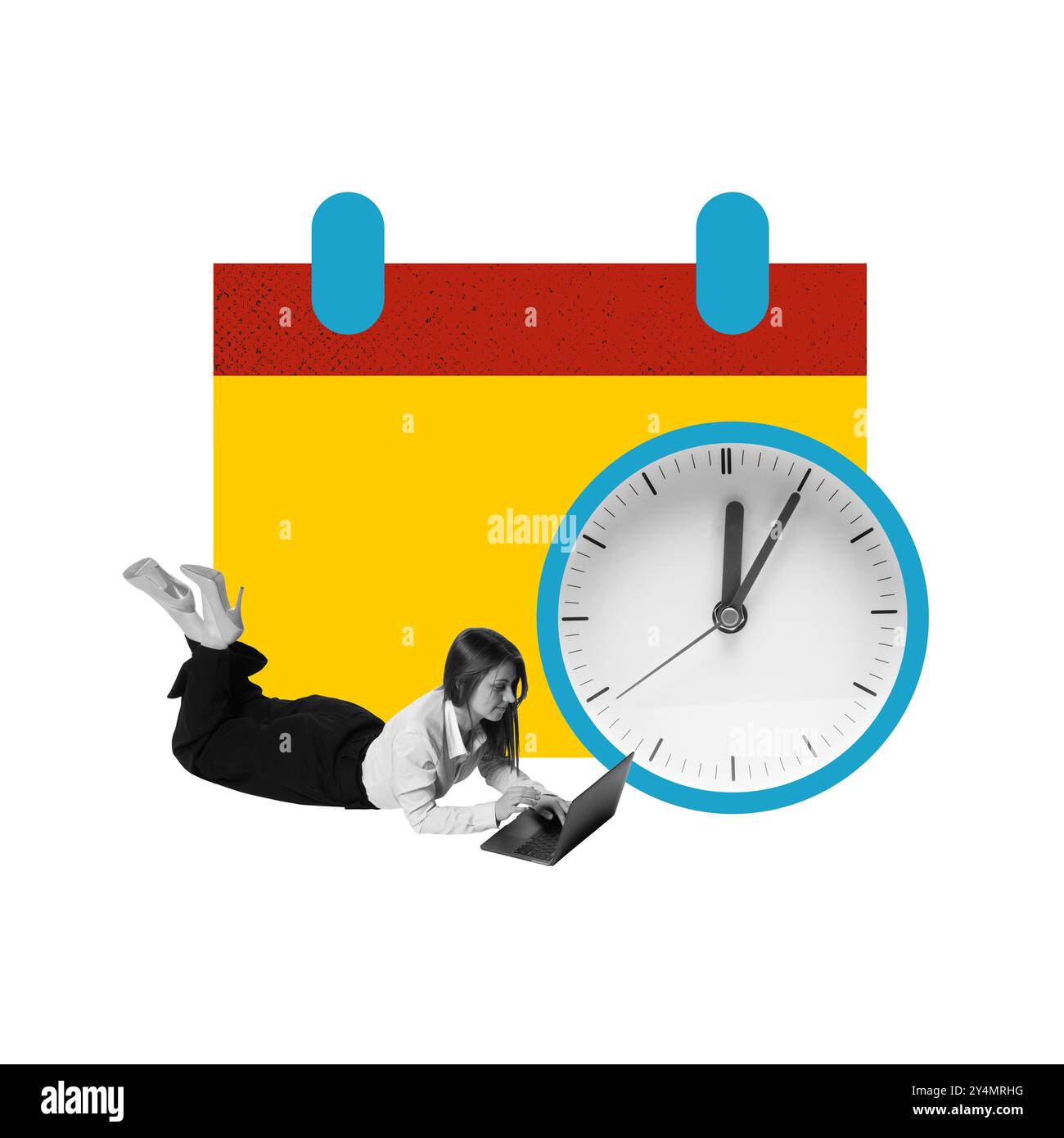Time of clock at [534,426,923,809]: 12:05
